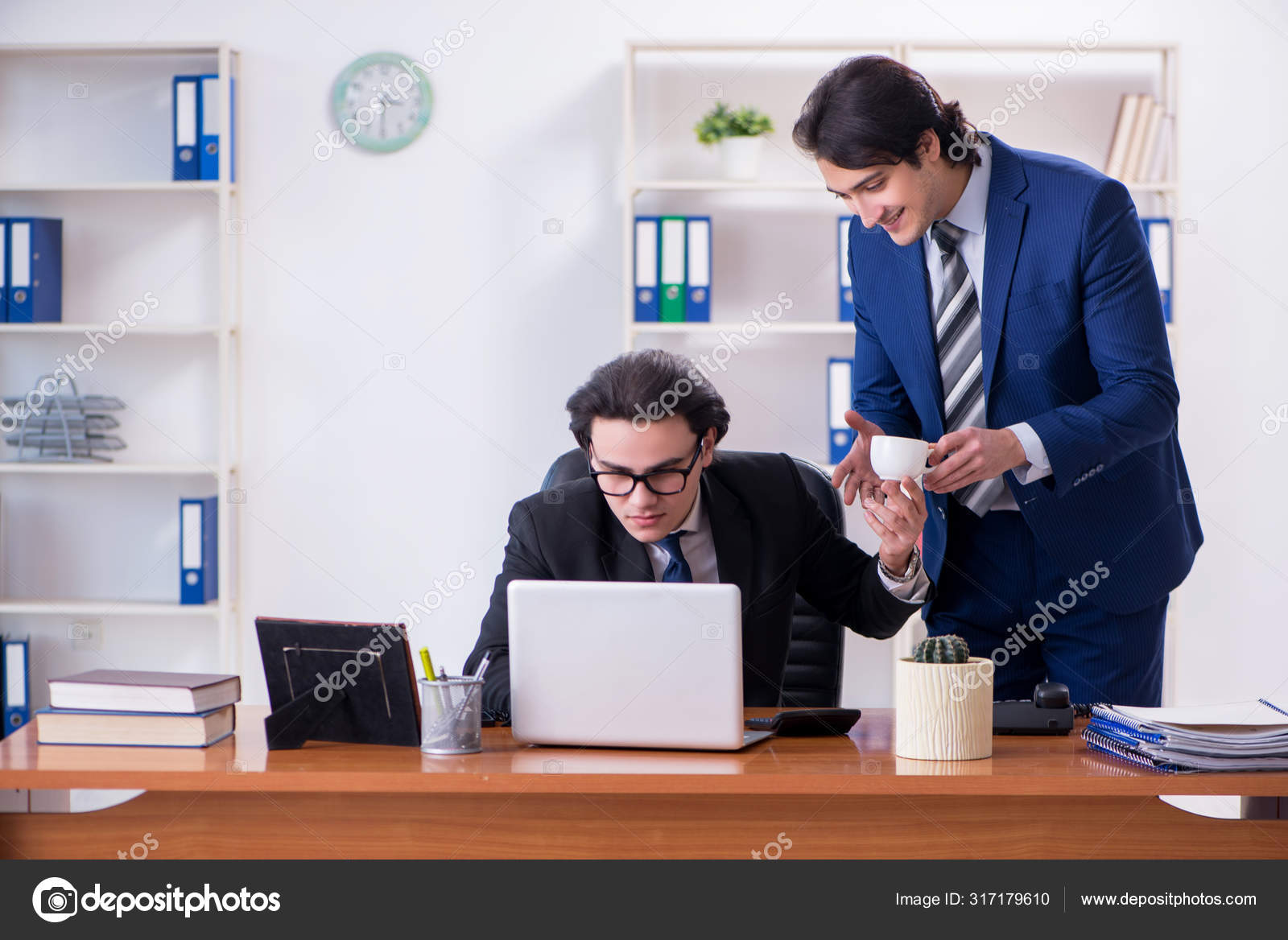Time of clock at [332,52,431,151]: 3:30
